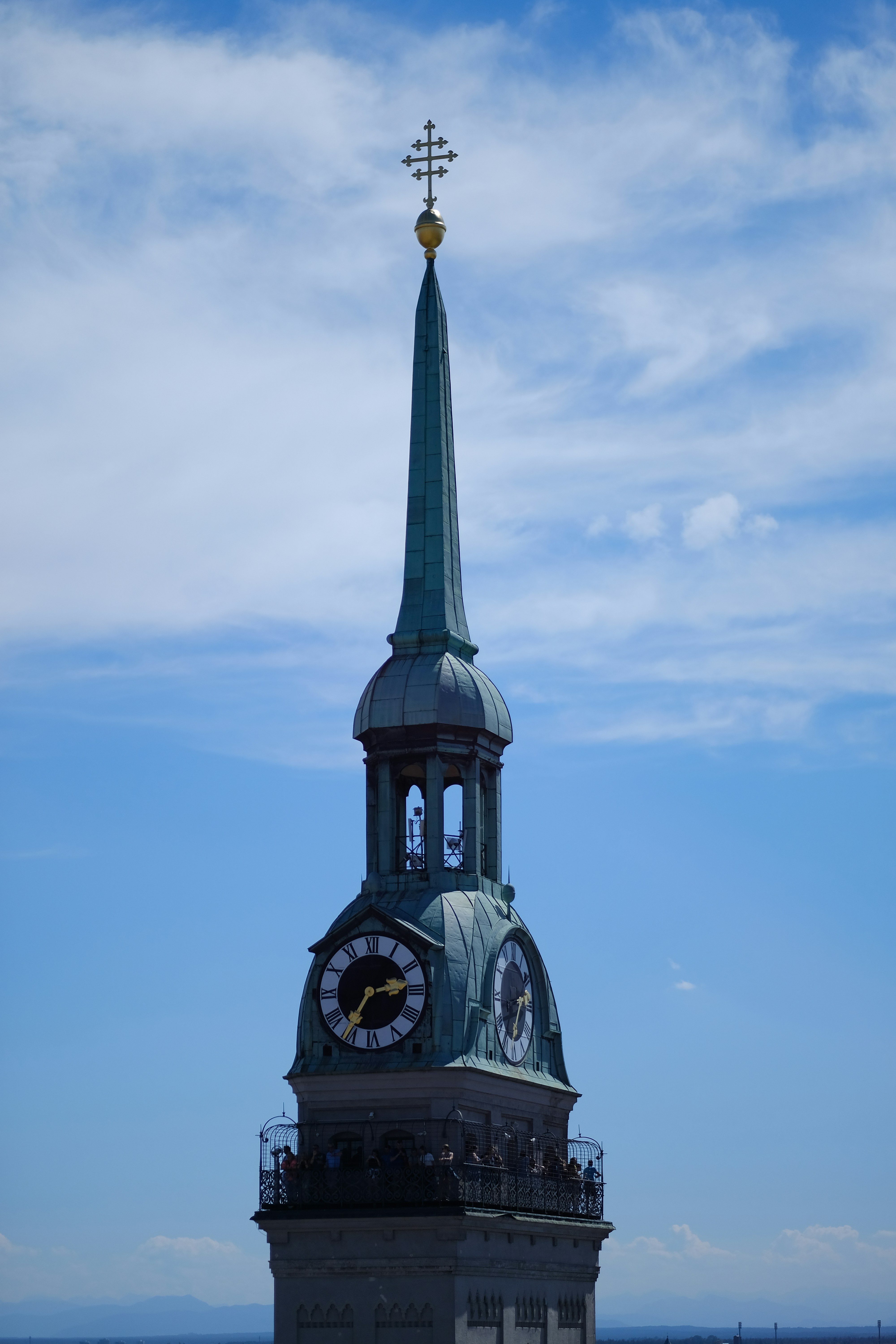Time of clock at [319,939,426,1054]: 2:35
